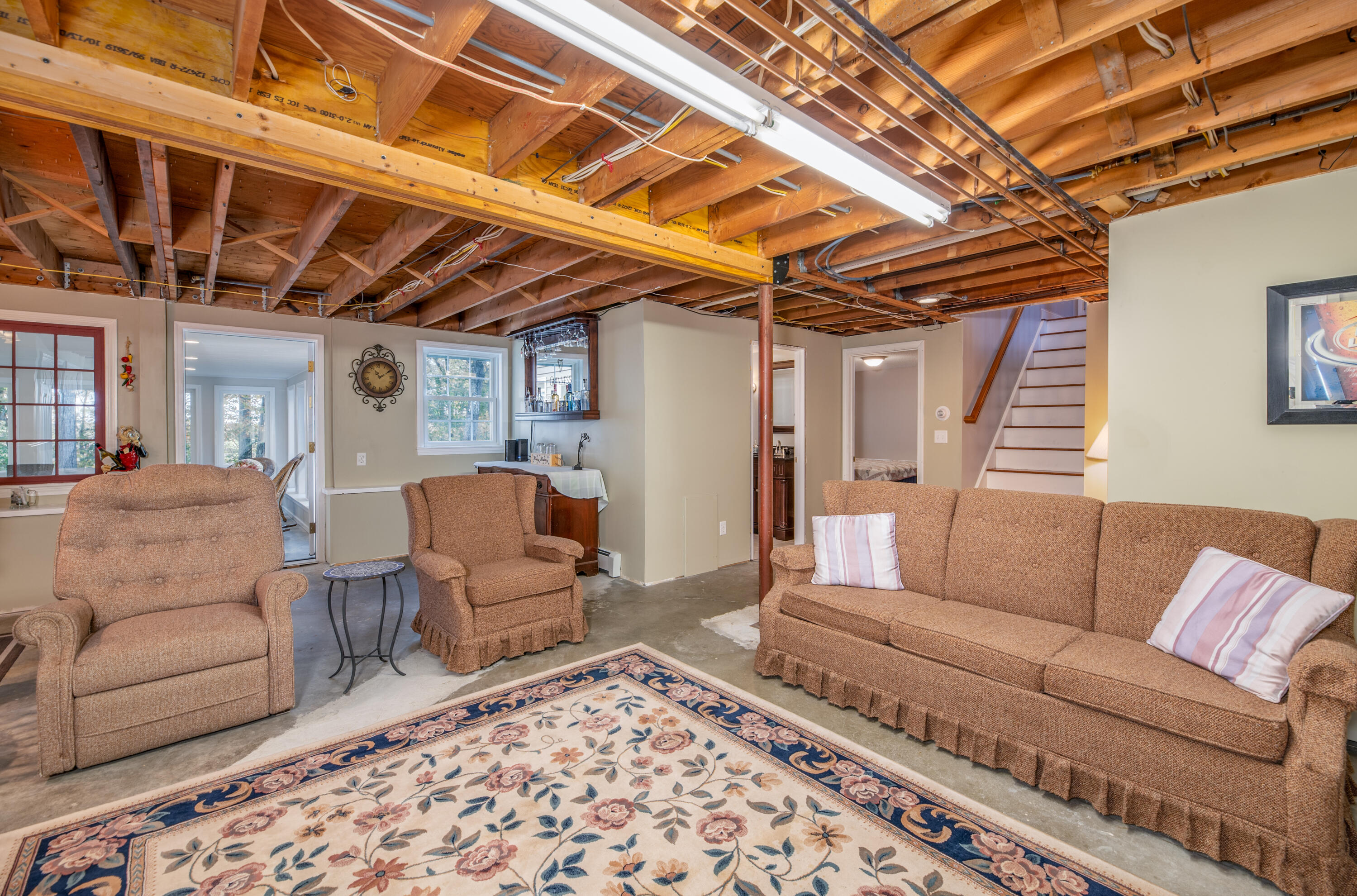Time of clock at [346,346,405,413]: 11:10
